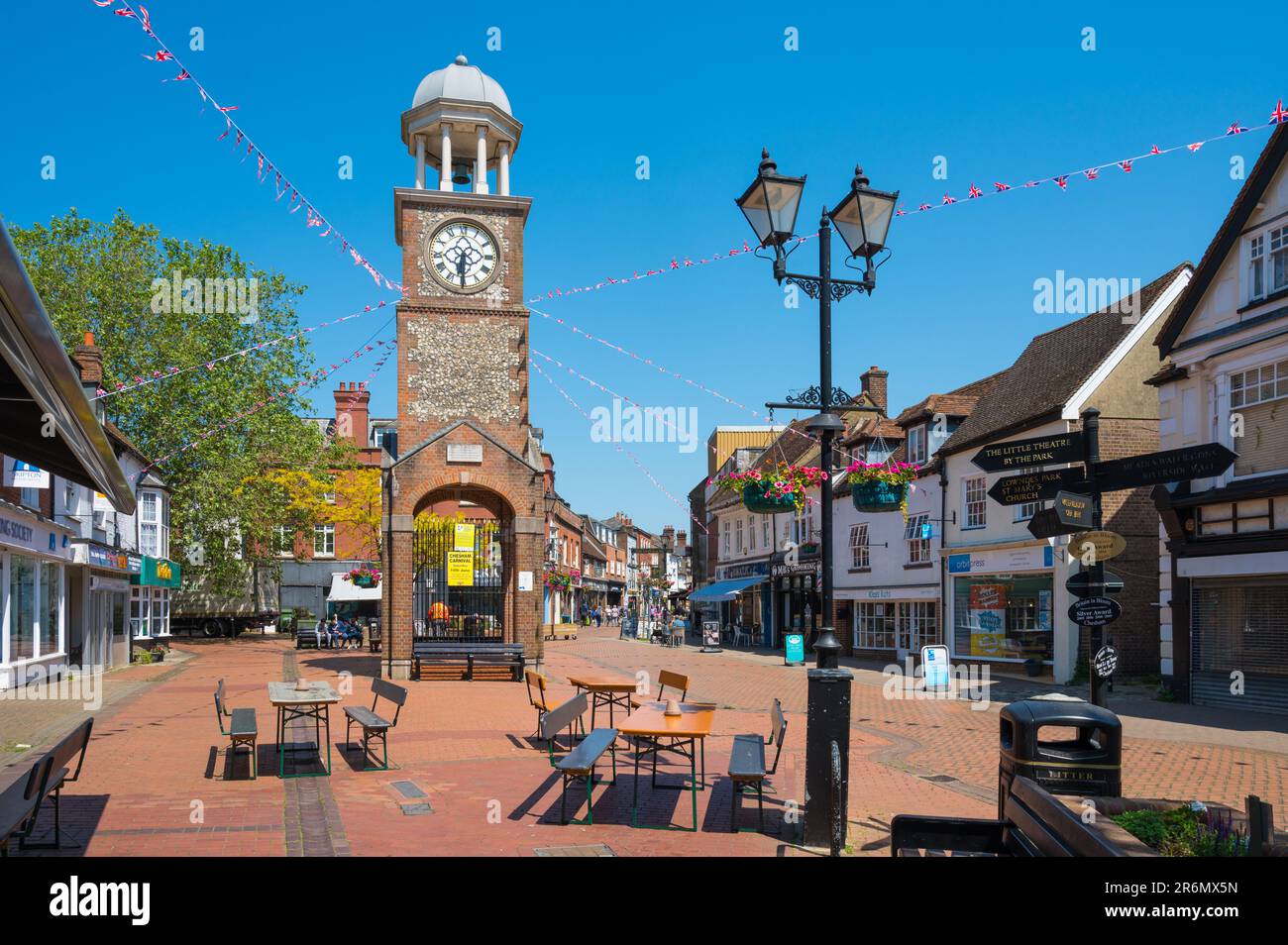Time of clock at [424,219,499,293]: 6:30
